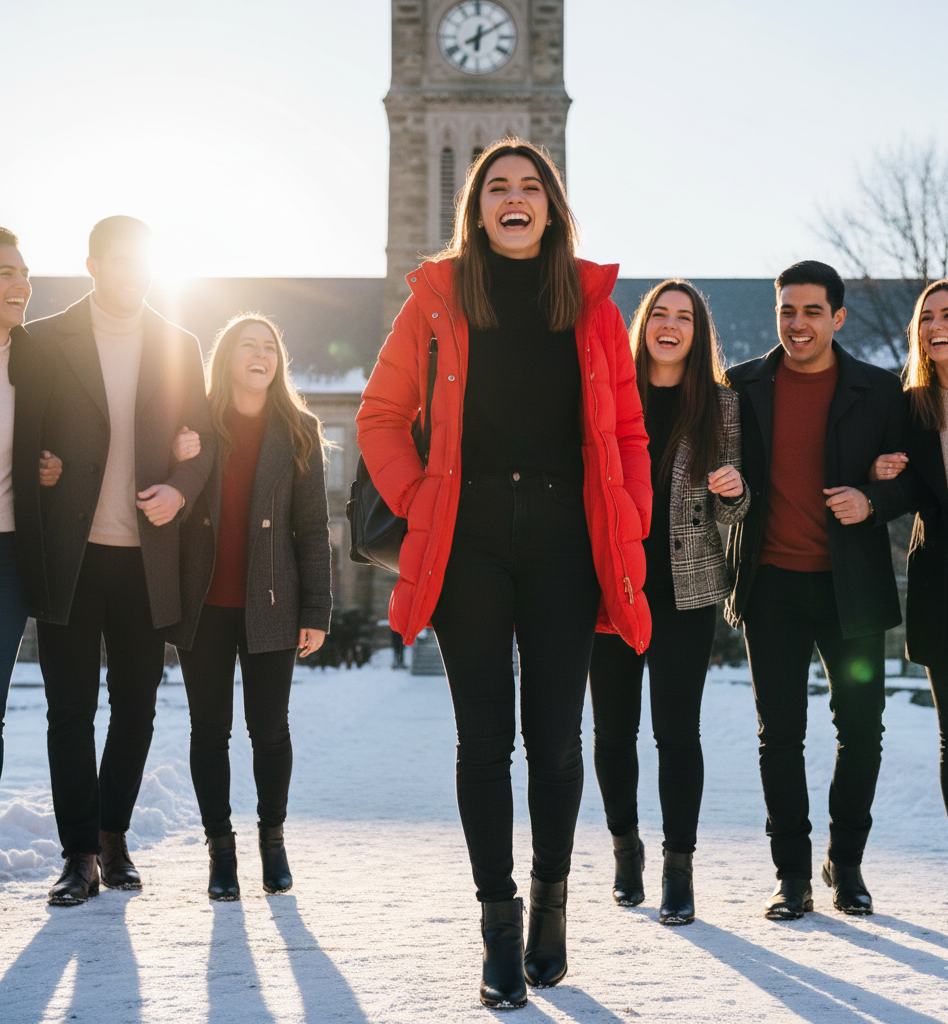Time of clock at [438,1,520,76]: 6:10
